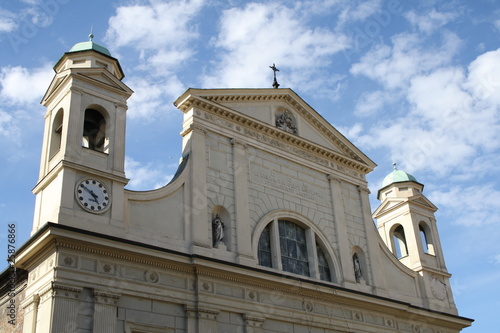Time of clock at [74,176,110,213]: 4:50
